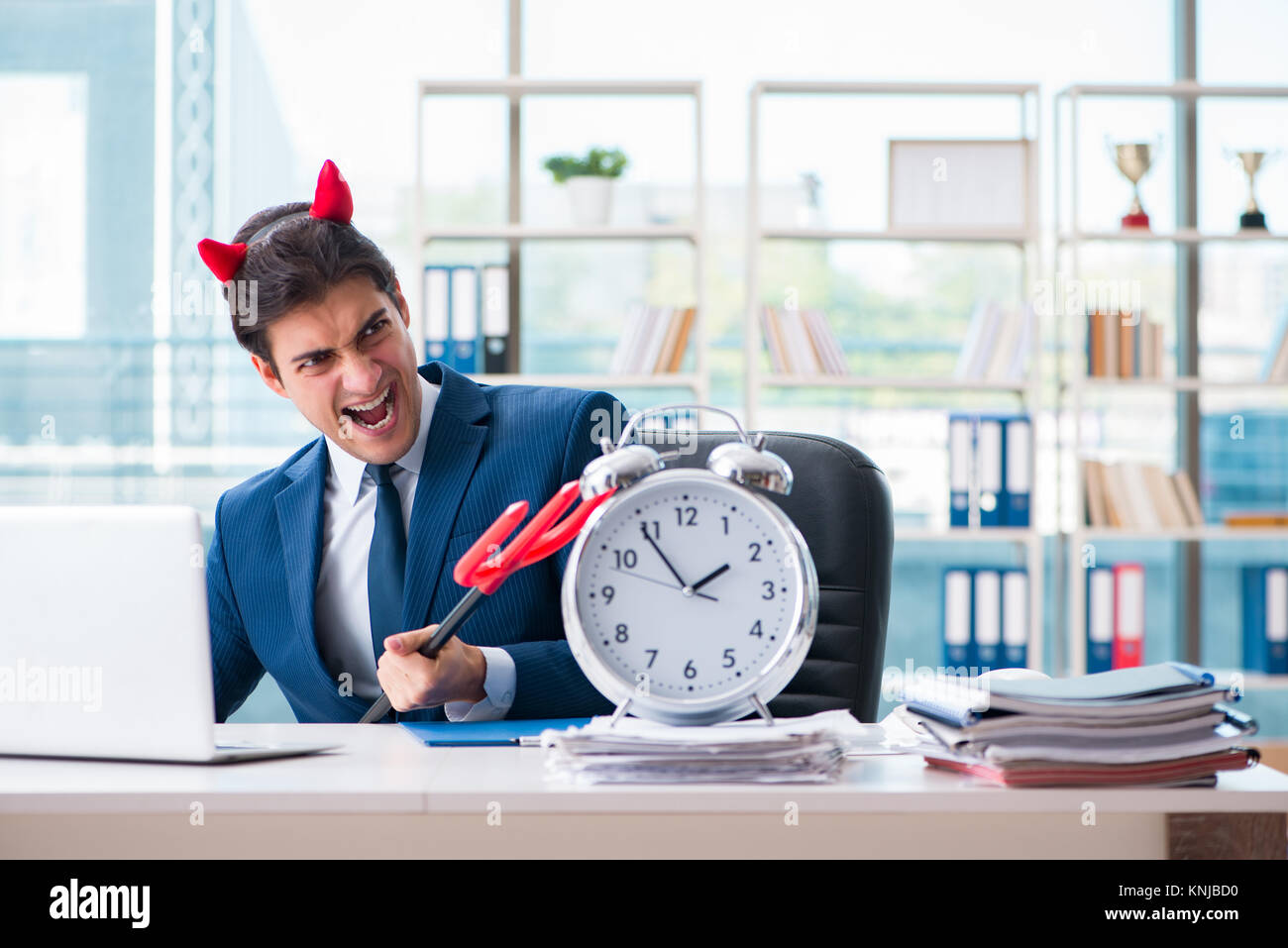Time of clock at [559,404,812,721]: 1:54
